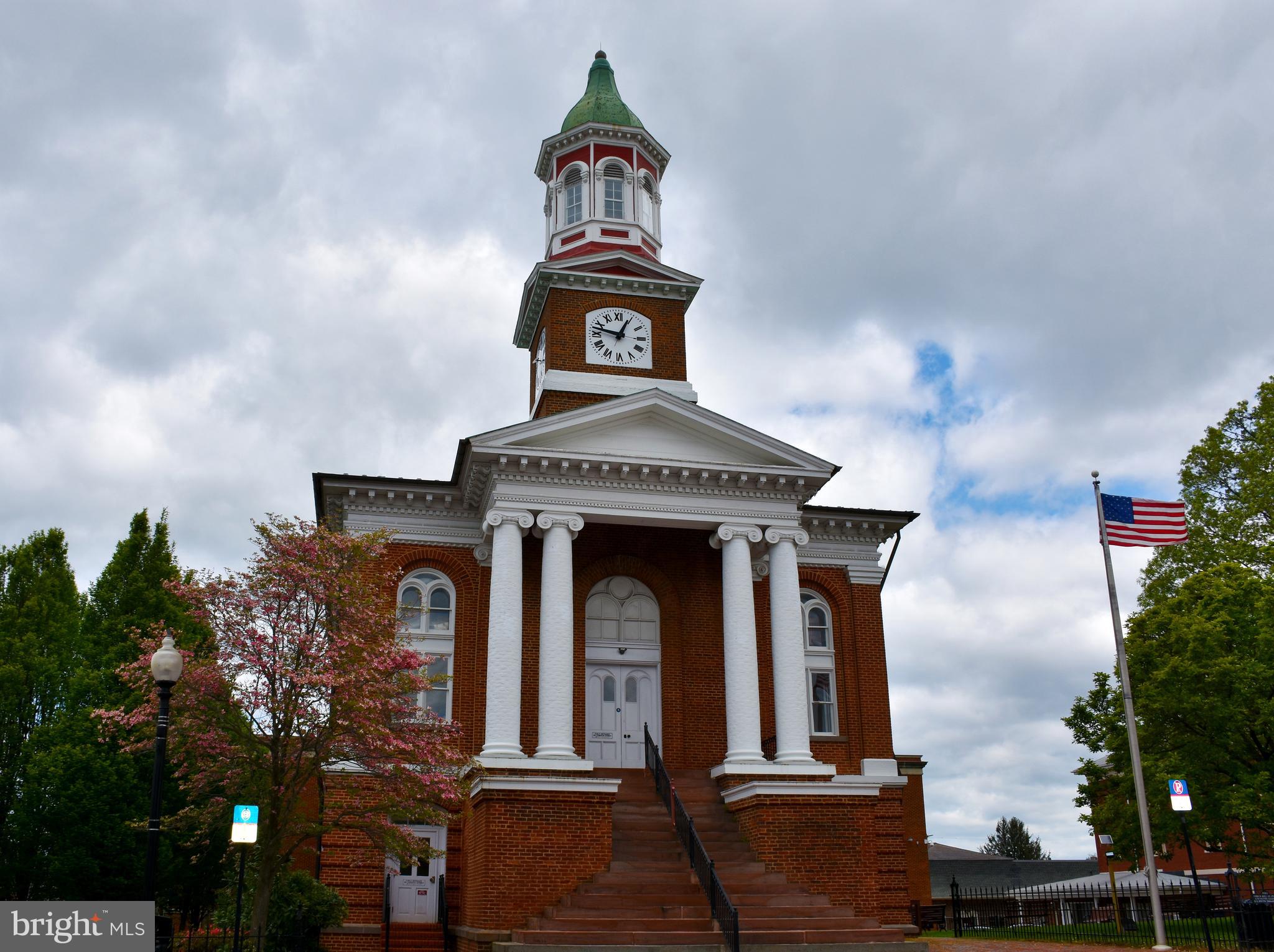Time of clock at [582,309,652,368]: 12:47
